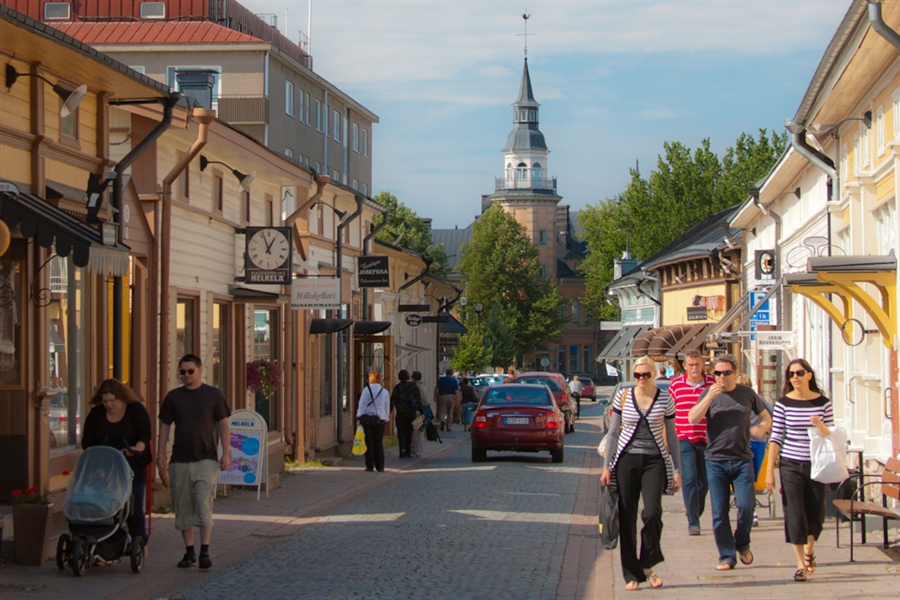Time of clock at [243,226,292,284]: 12:56
